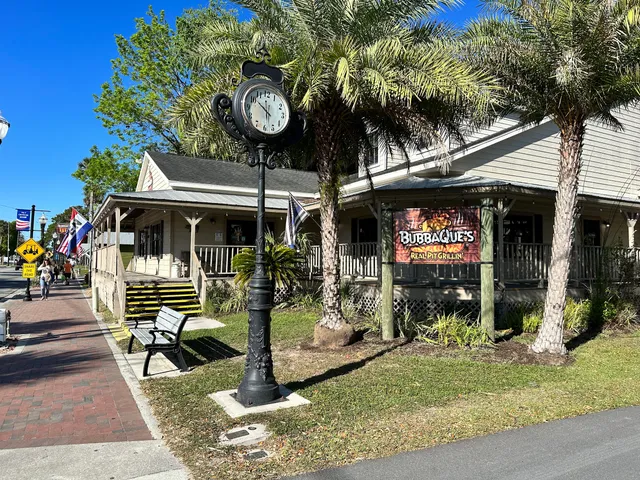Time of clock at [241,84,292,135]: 5:51
